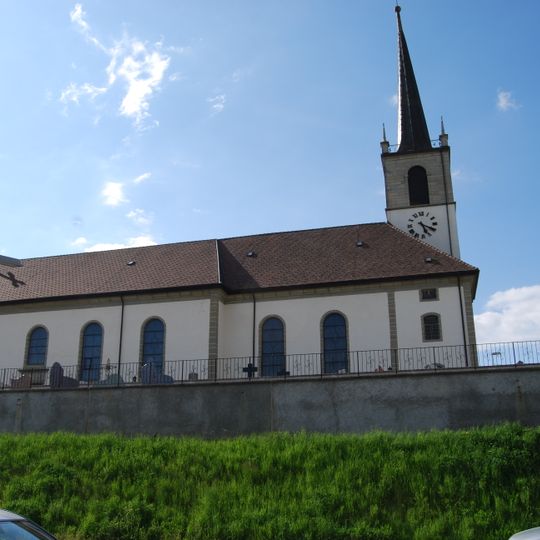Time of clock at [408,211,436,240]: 5:19
